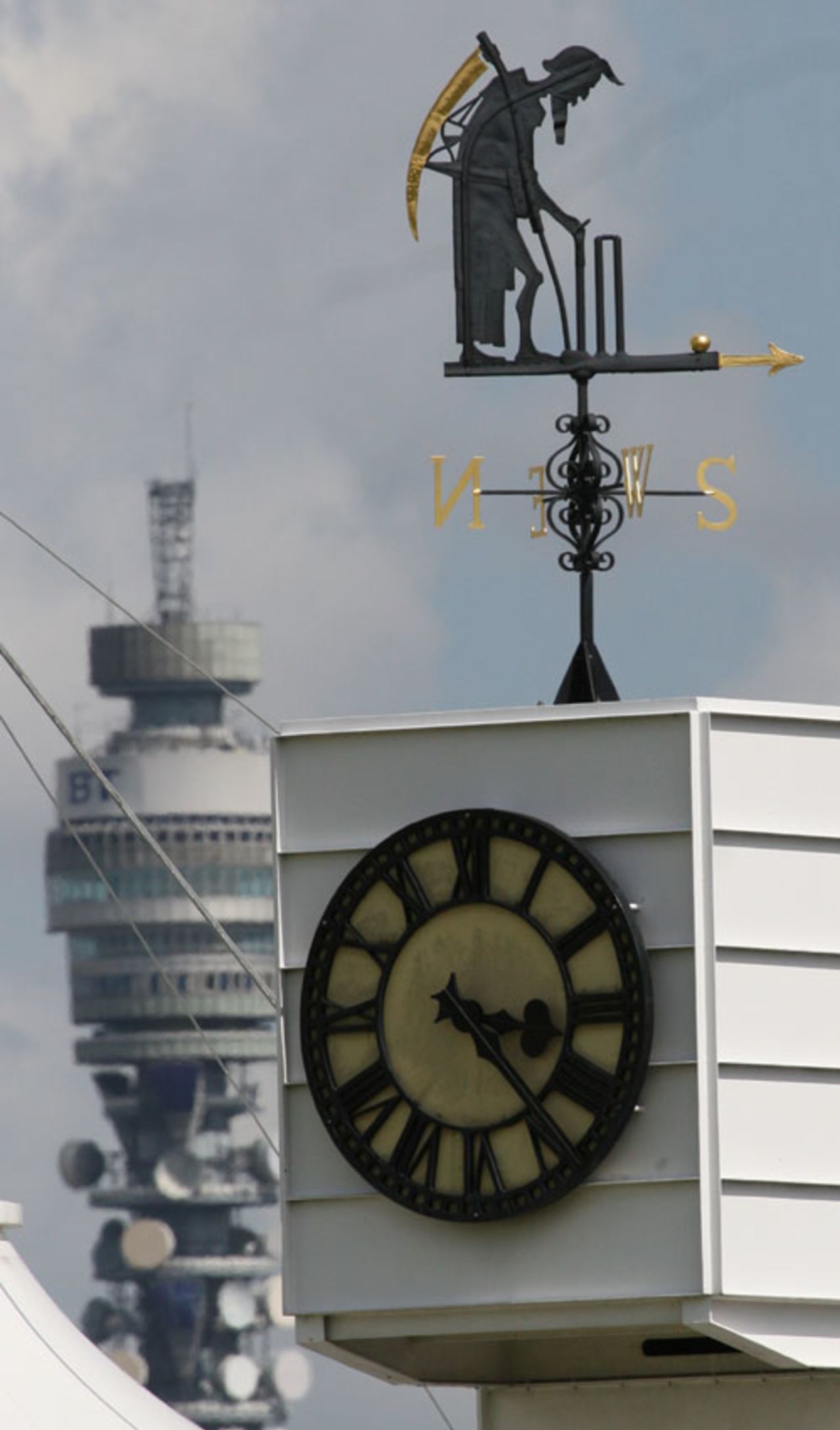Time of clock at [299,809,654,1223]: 3:23
